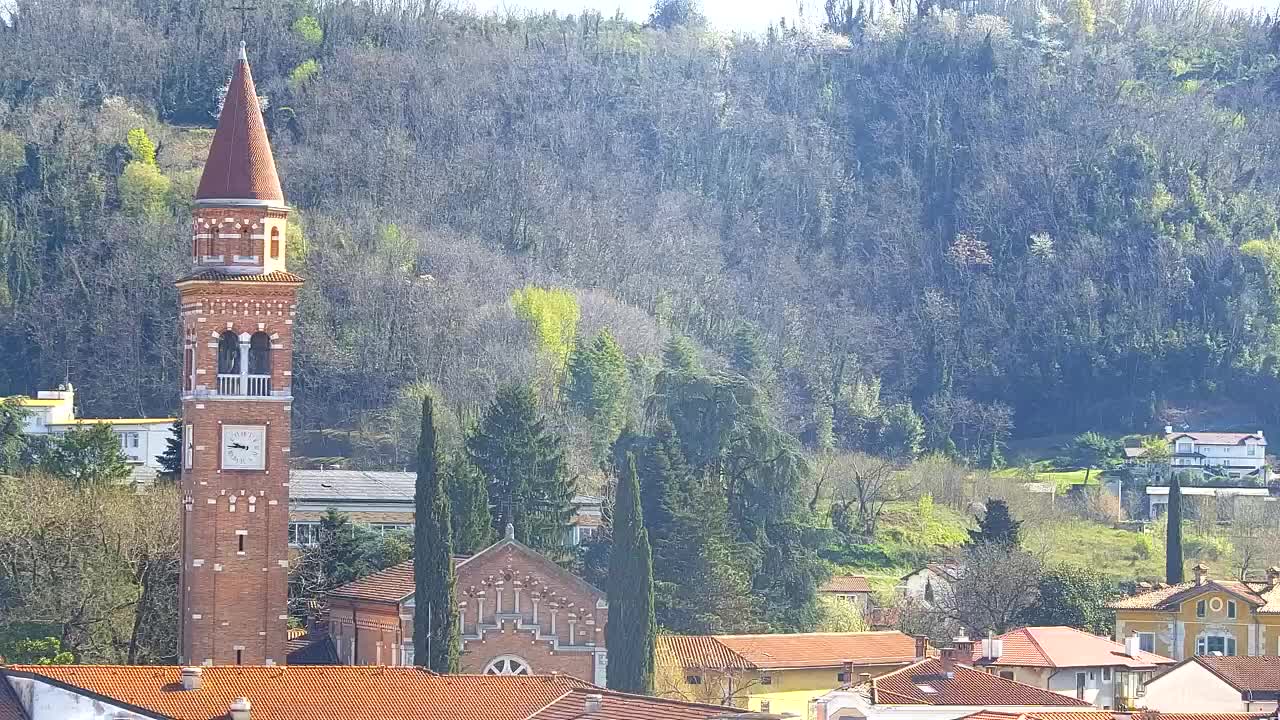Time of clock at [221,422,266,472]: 9:45
